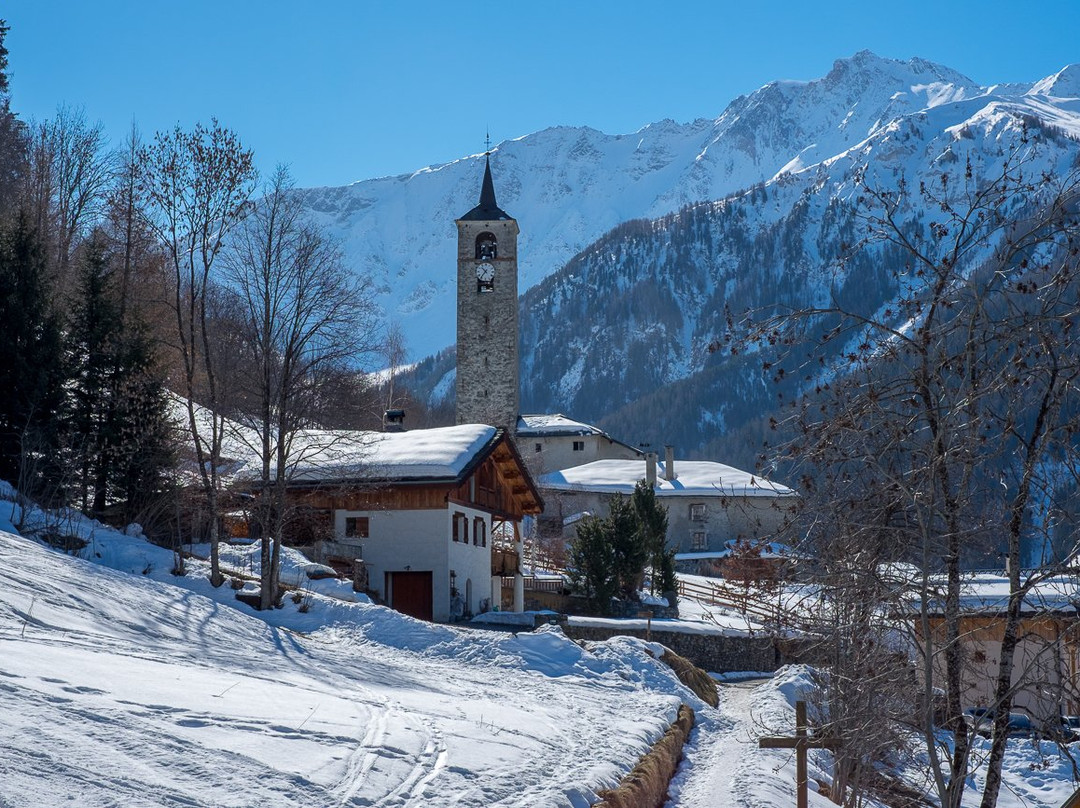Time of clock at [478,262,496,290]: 10:36
